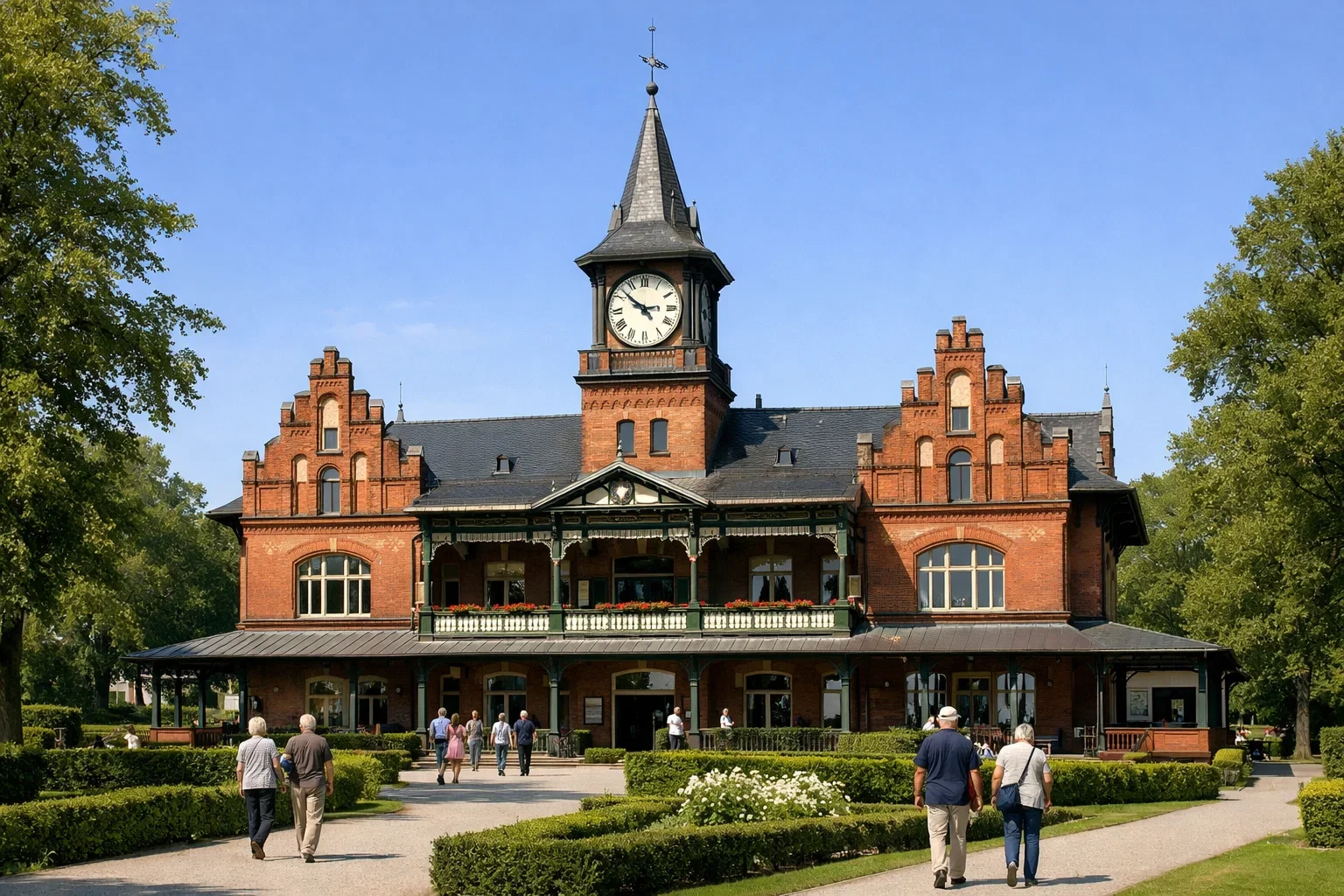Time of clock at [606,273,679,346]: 2:51
